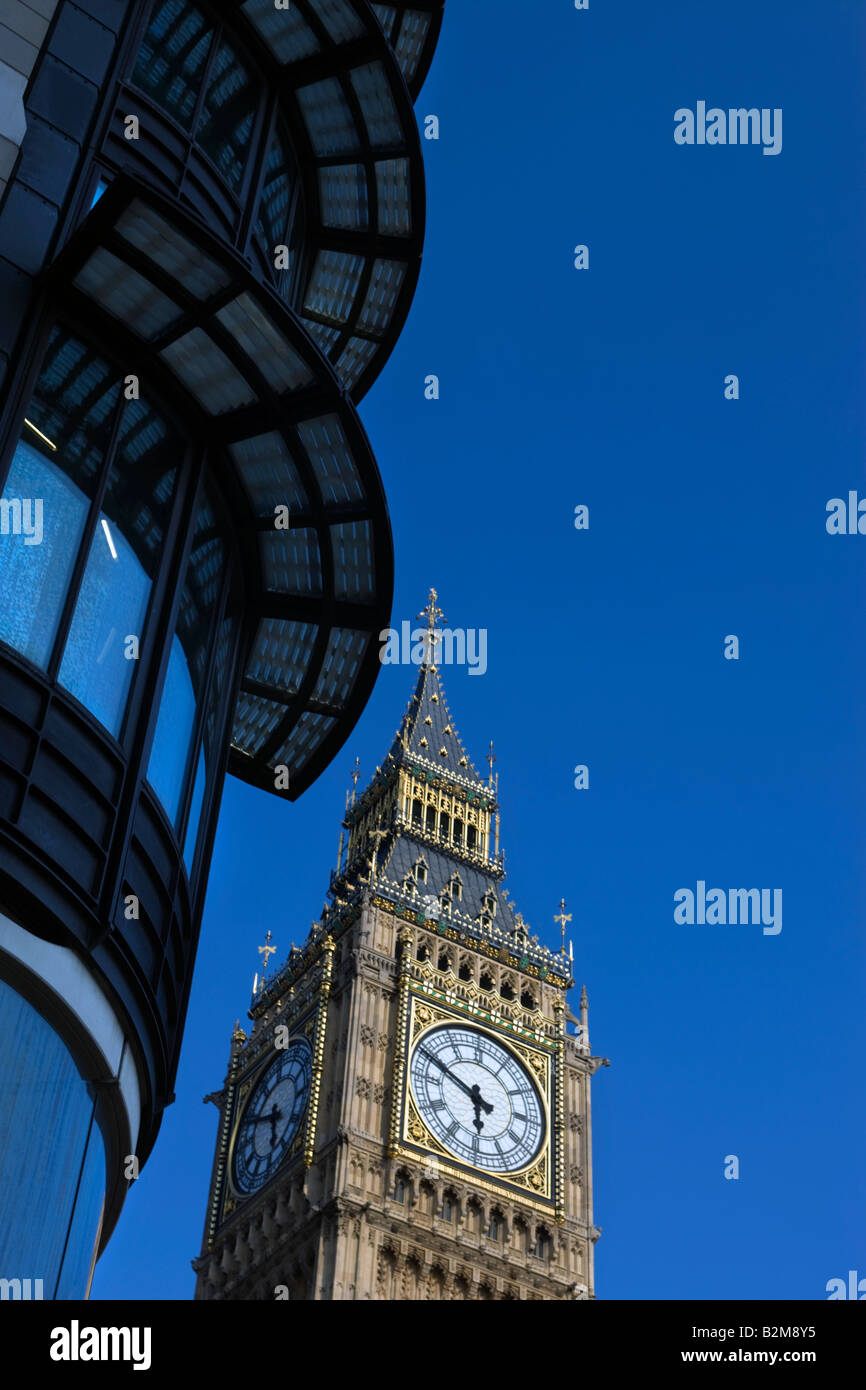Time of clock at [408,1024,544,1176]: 5:49
